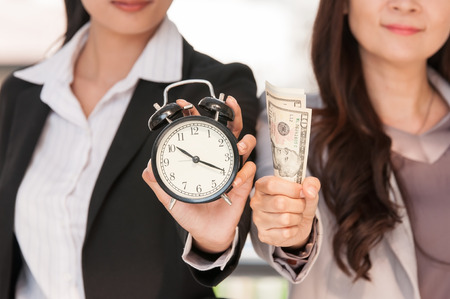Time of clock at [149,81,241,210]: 10:19
